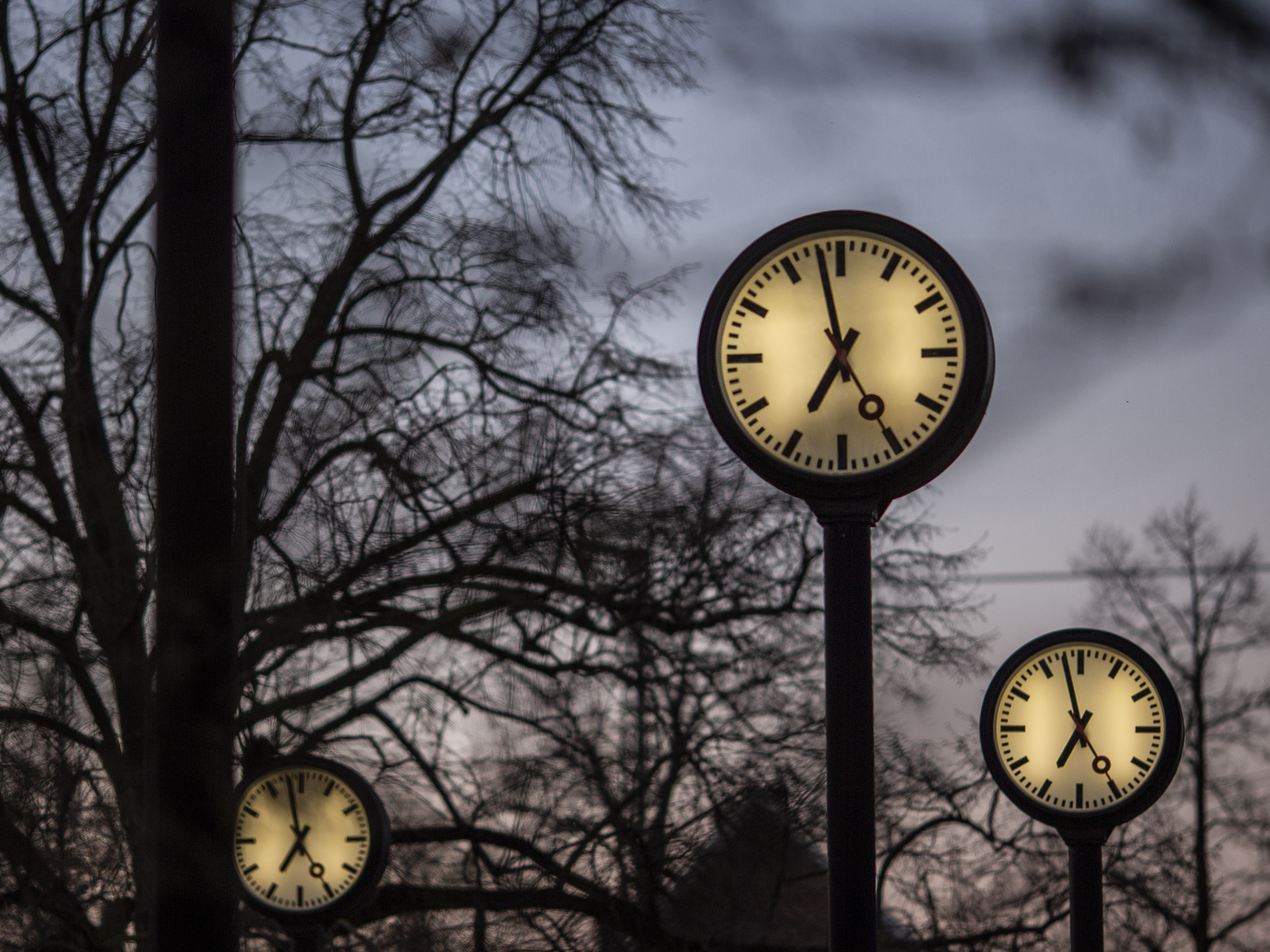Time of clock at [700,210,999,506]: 6:57
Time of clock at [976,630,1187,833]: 6:57
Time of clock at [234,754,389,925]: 6:58
